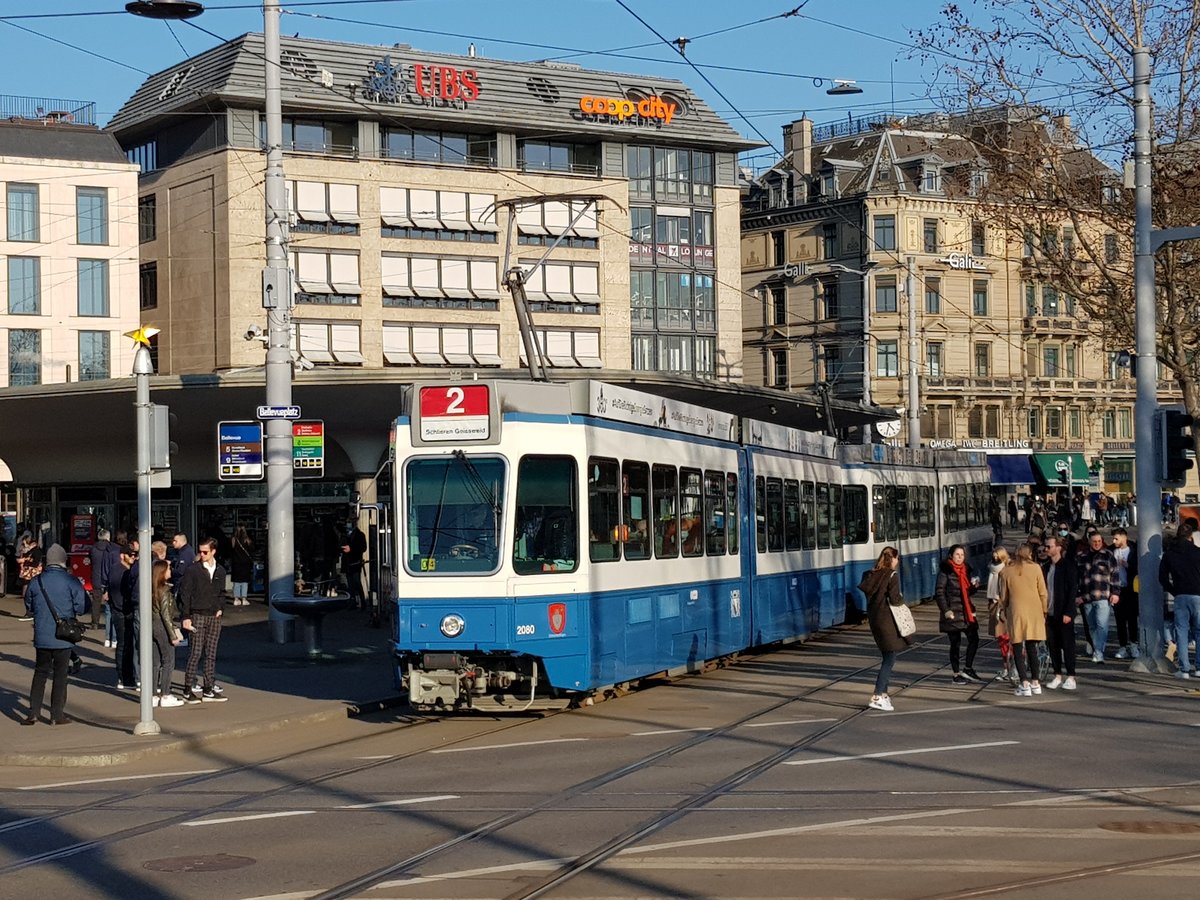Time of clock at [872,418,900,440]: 4:32
